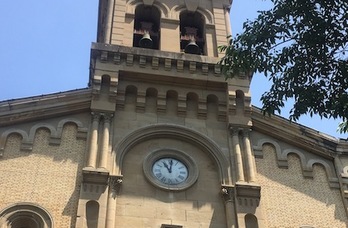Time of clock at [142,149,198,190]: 11:01
